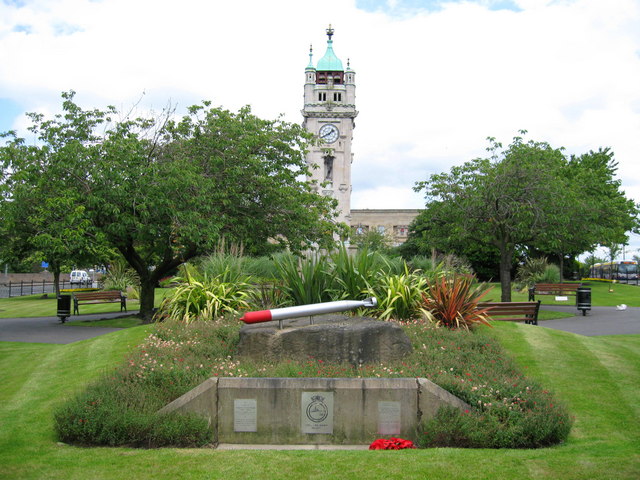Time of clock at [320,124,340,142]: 1:40
